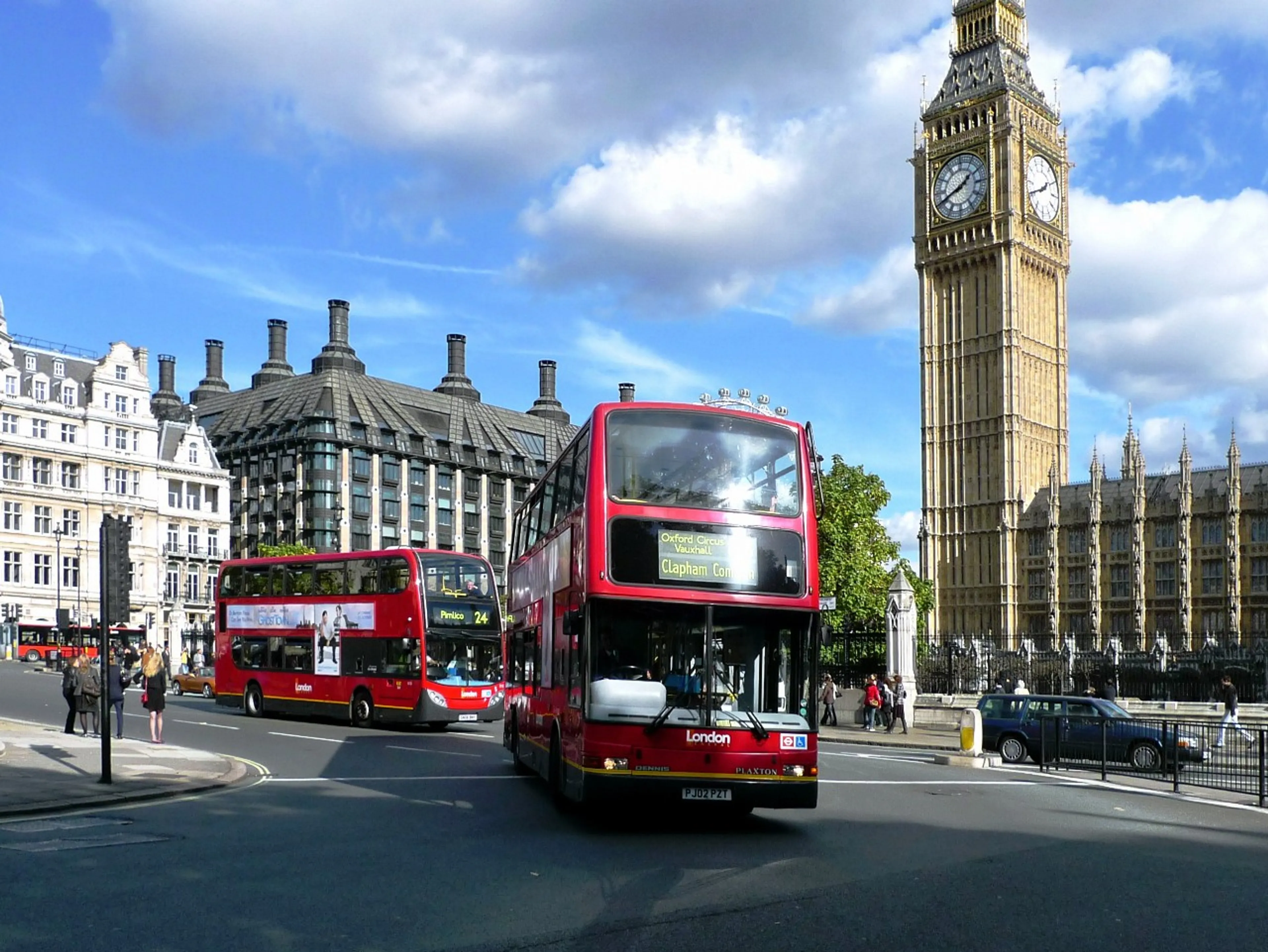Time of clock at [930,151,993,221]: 1:41
